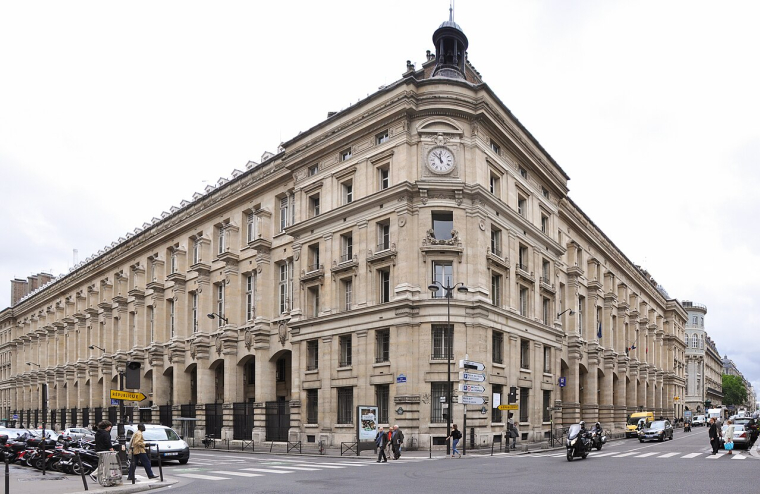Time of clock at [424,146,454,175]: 11:52
